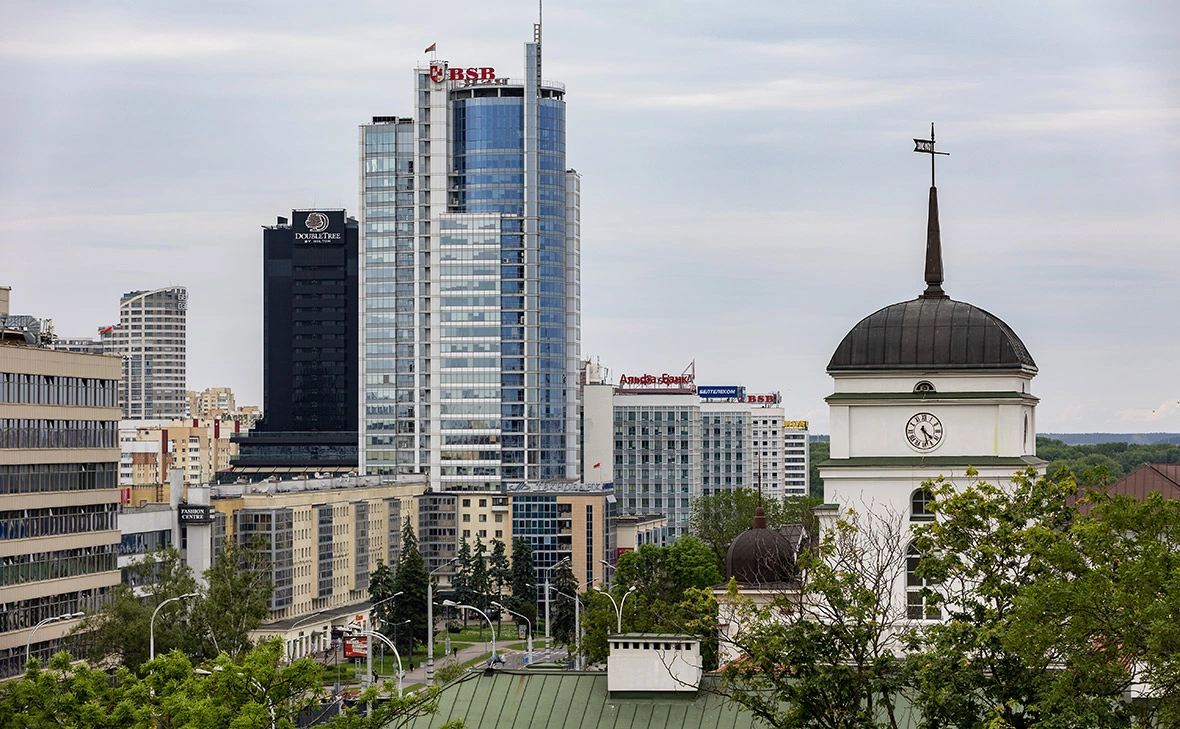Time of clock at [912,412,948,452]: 4:27
